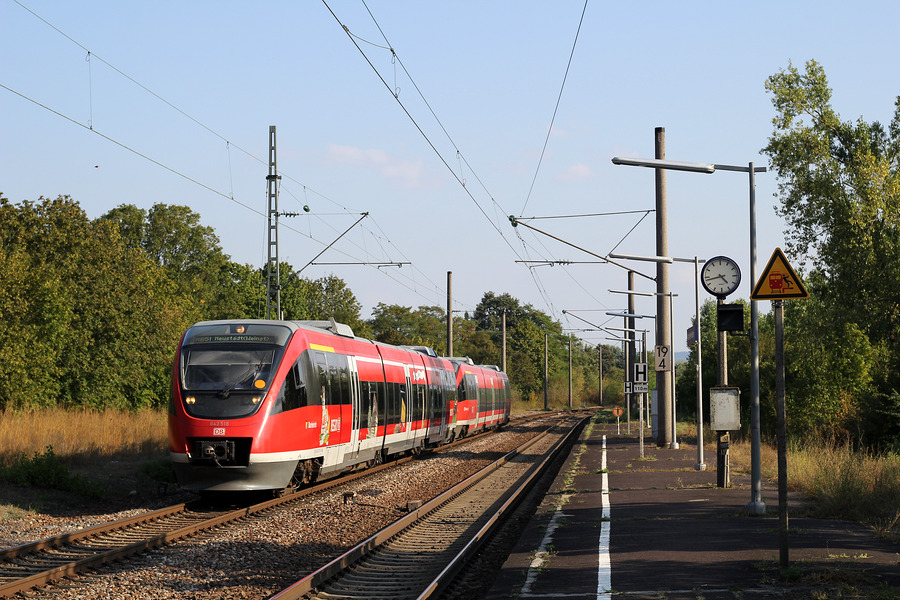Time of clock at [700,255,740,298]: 4:42
